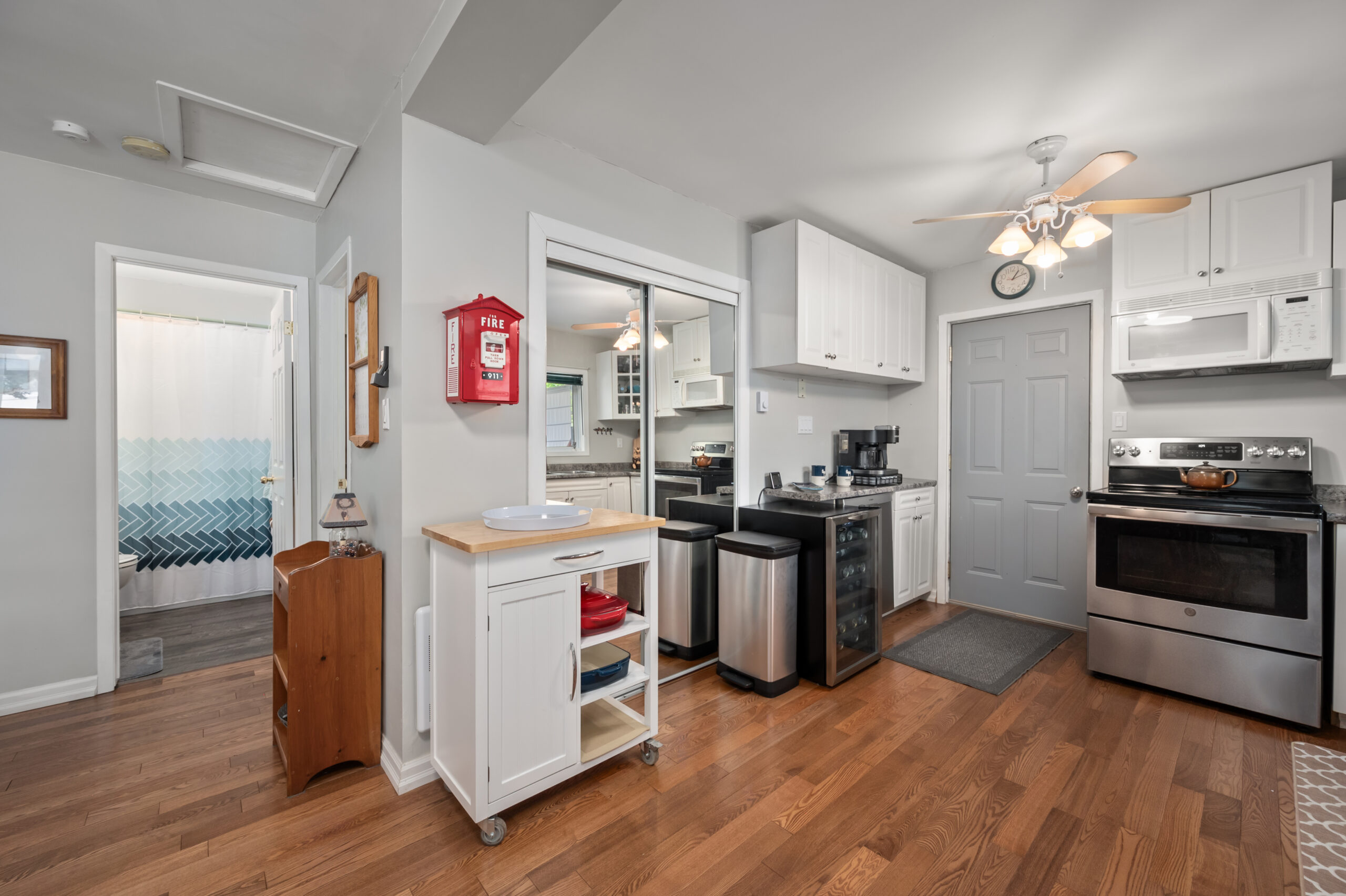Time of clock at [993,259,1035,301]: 1:12
